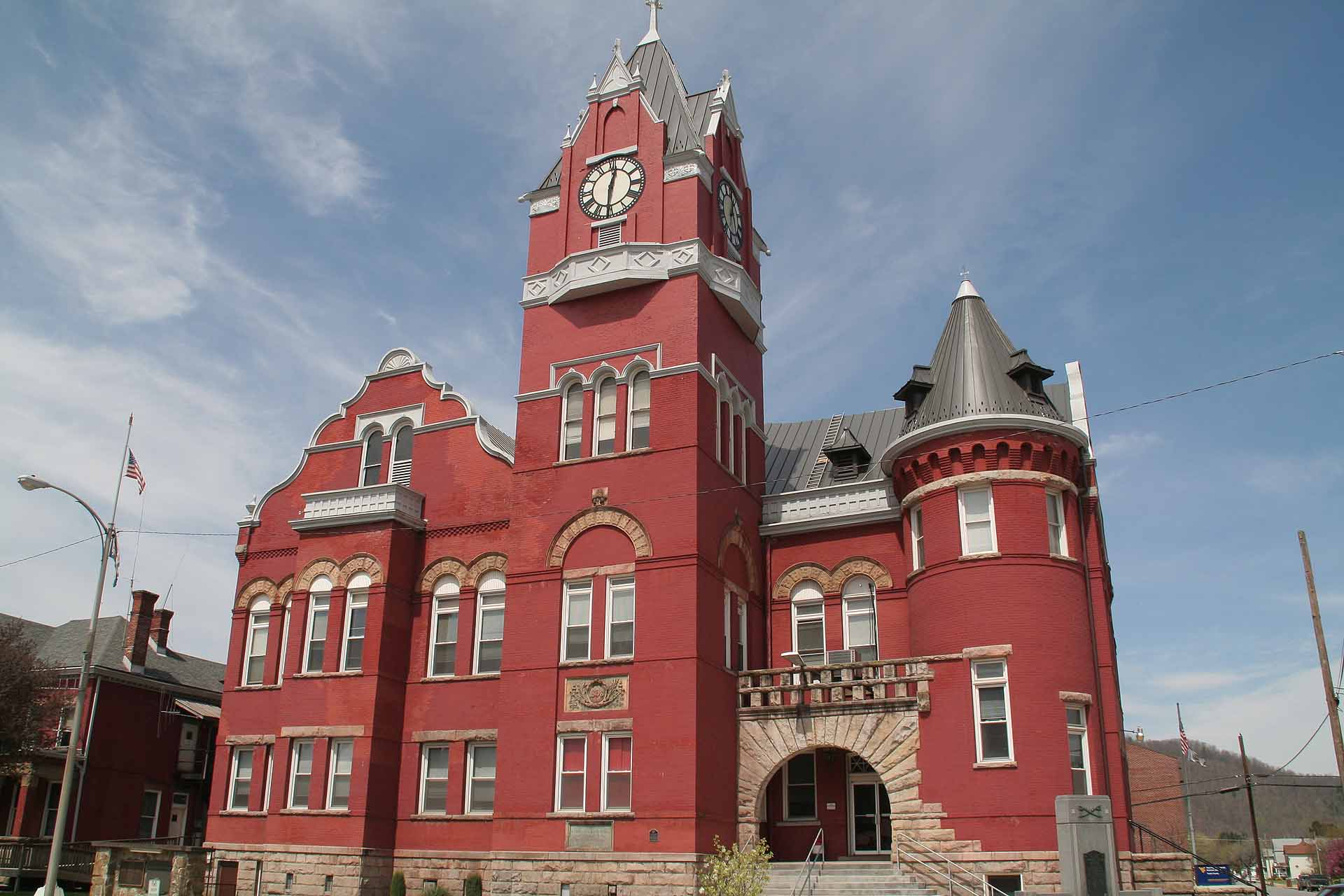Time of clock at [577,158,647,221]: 12:30
